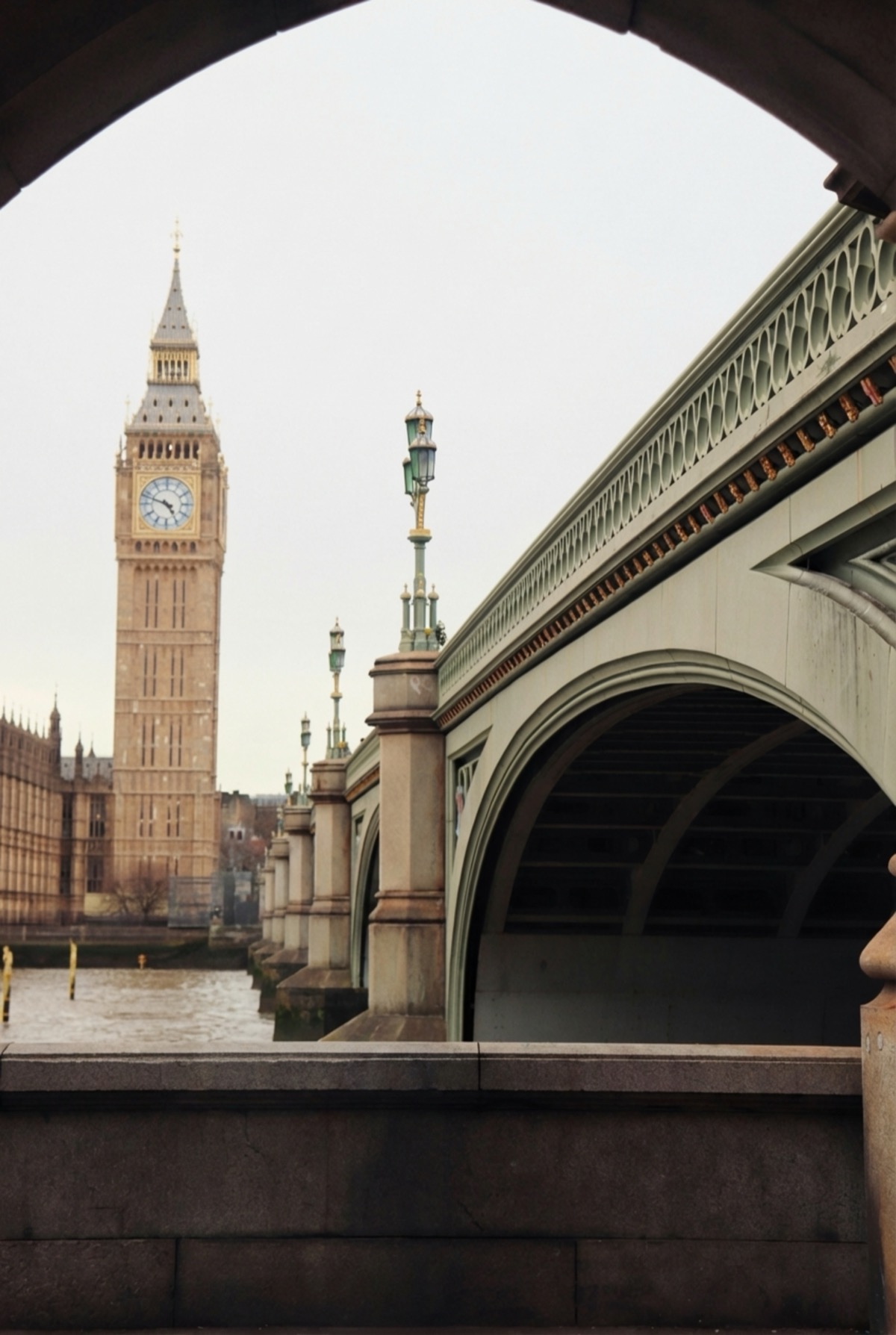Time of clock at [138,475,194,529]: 4:48
